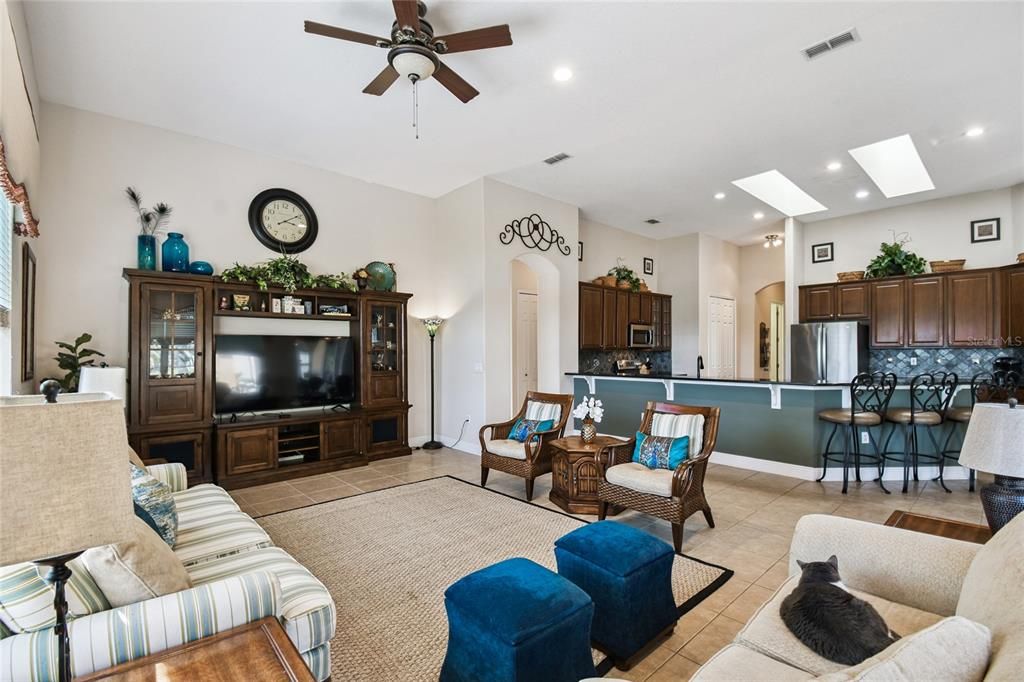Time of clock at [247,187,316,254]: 3:09
